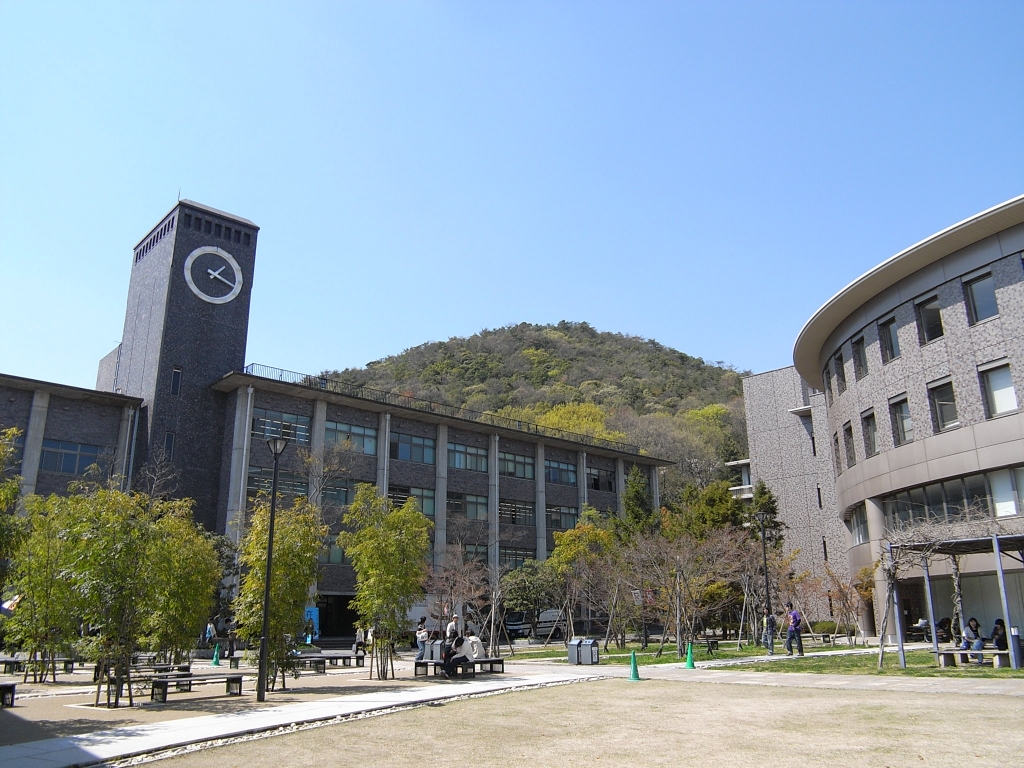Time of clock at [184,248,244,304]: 1:18
